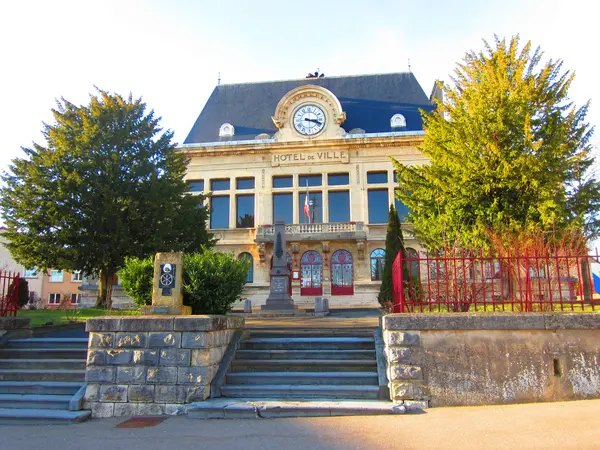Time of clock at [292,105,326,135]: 3:18
